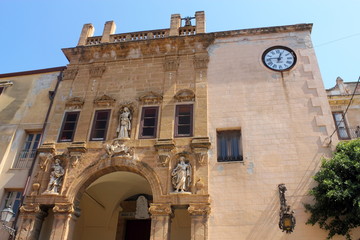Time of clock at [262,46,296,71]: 12:46
